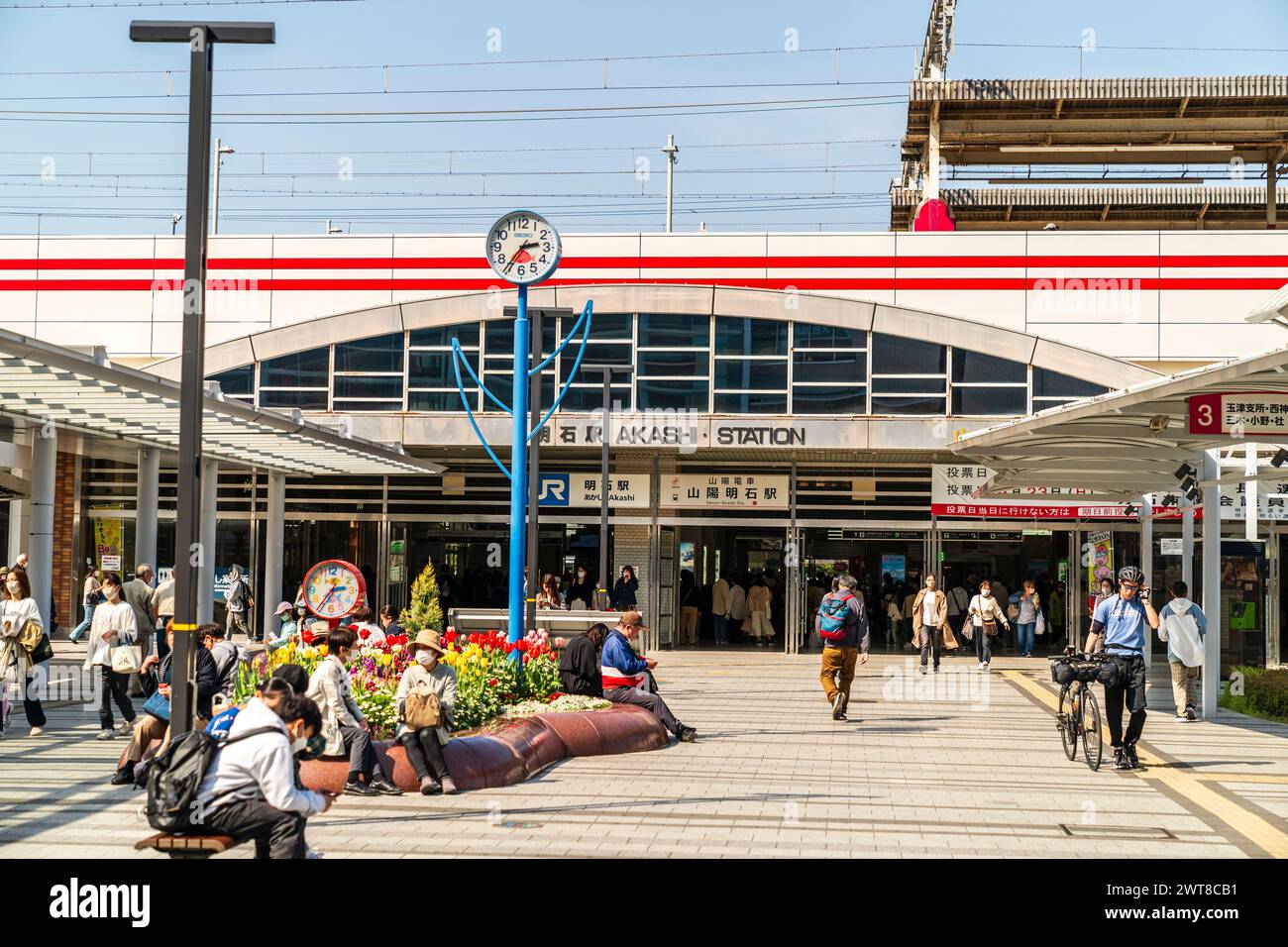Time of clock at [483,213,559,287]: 2:36
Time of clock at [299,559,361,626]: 2:36
